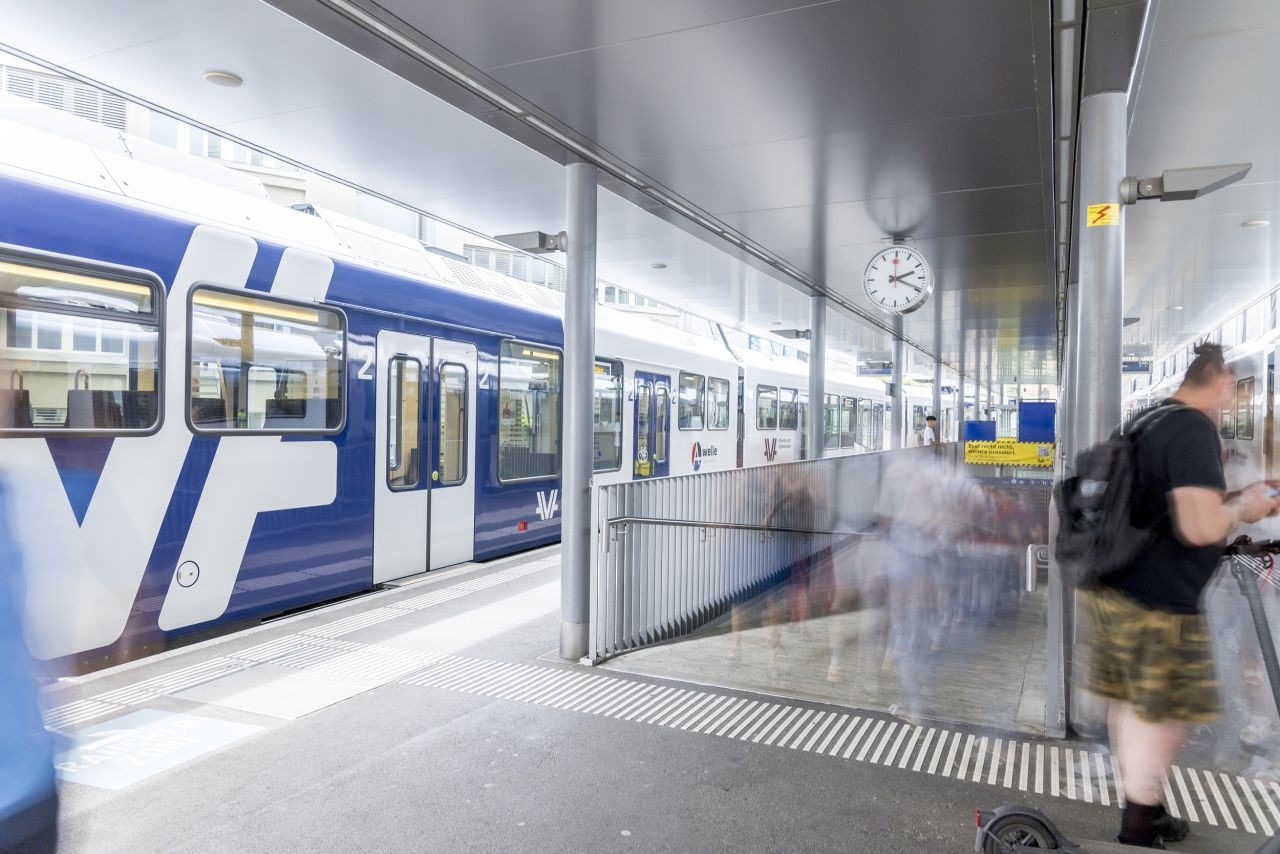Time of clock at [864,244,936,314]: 2:18
